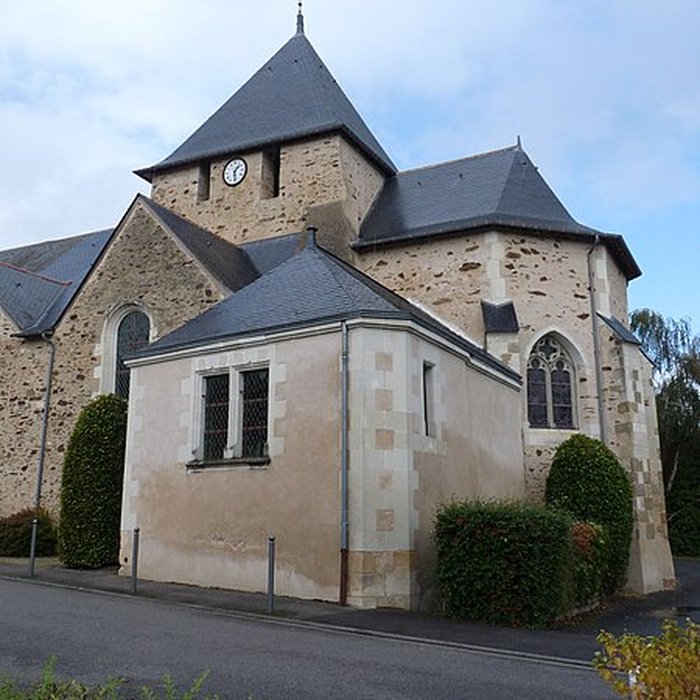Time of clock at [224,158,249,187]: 1:28
